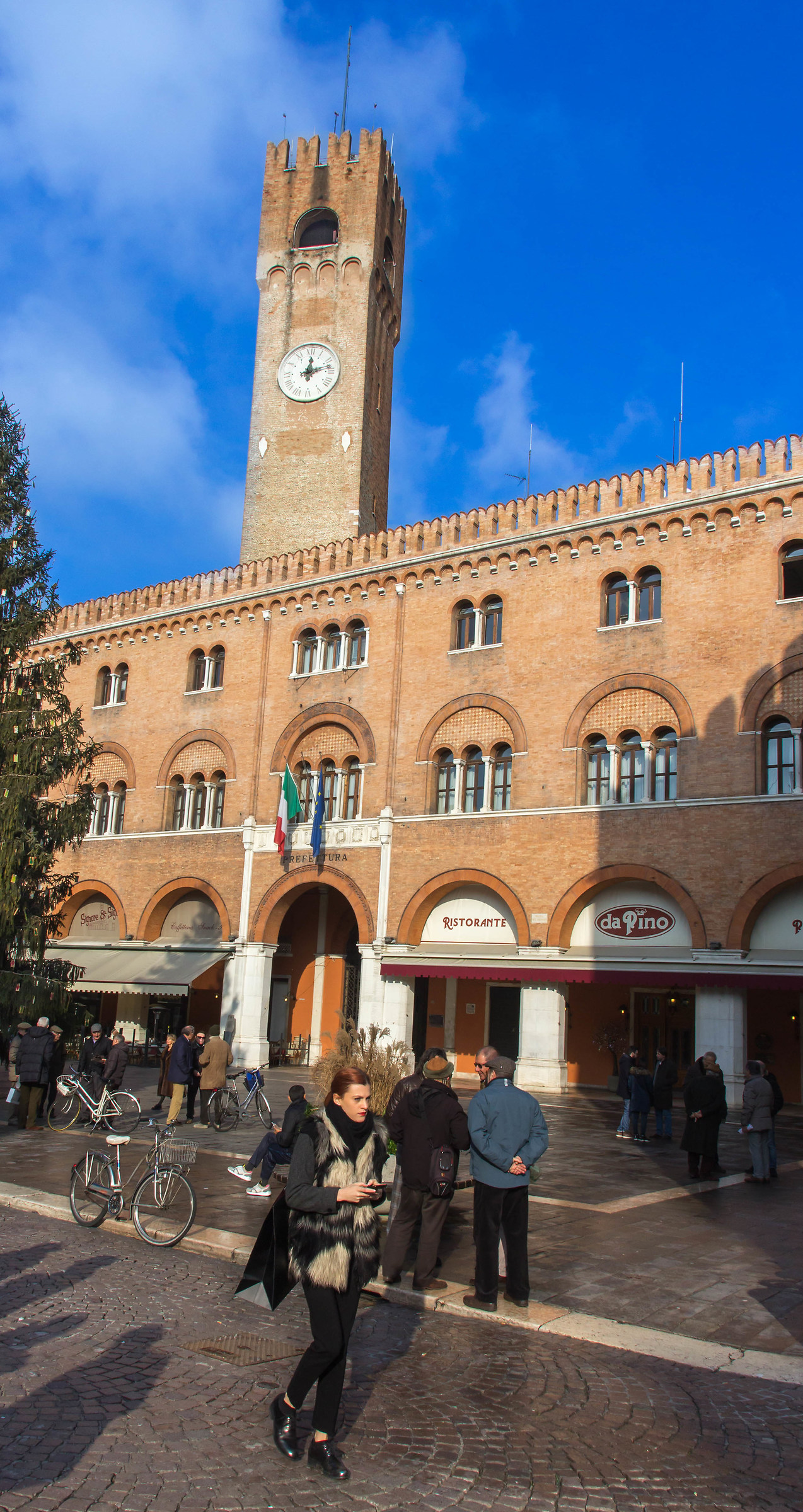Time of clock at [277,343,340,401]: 12:12
